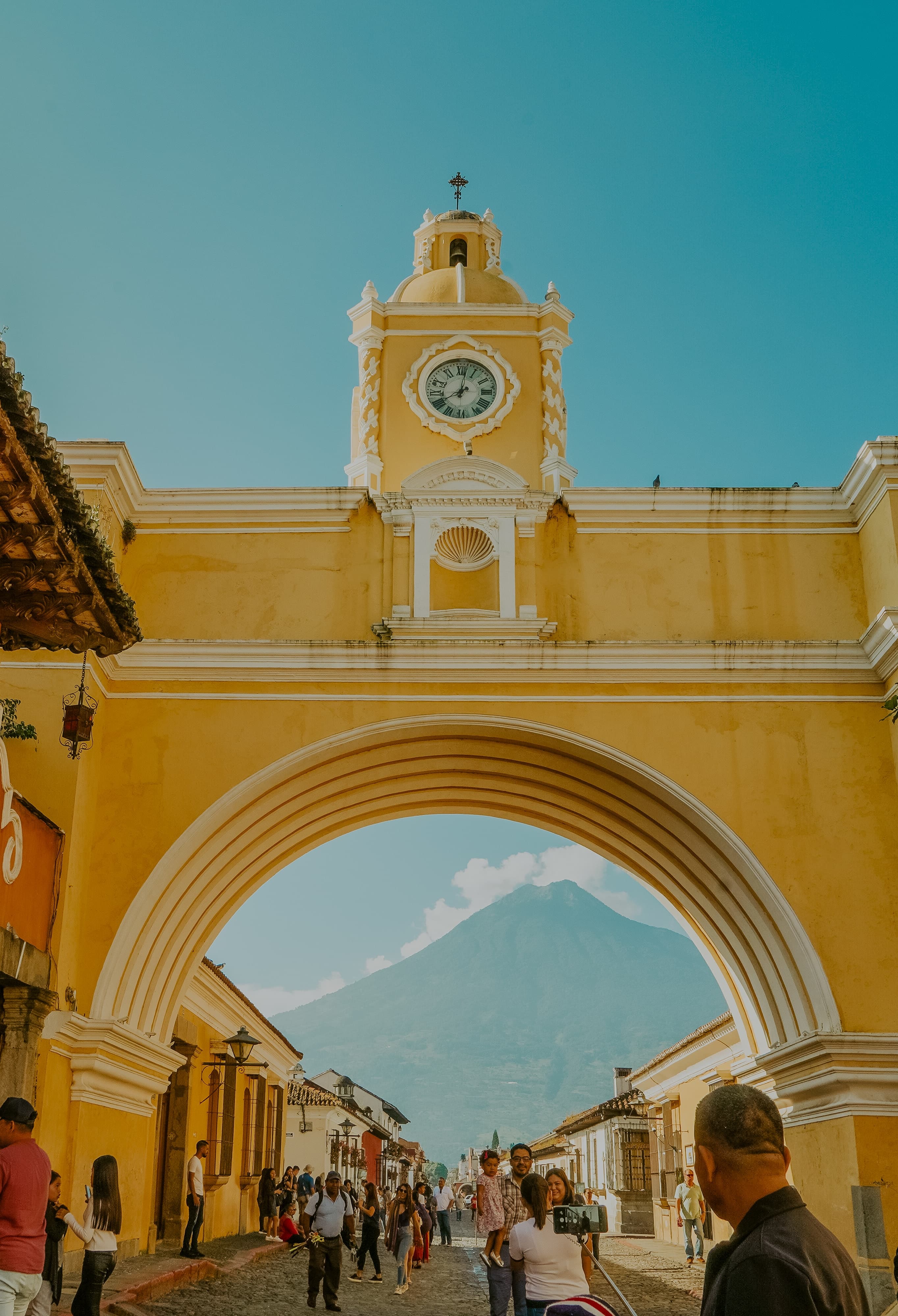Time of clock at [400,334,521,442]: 8:02
